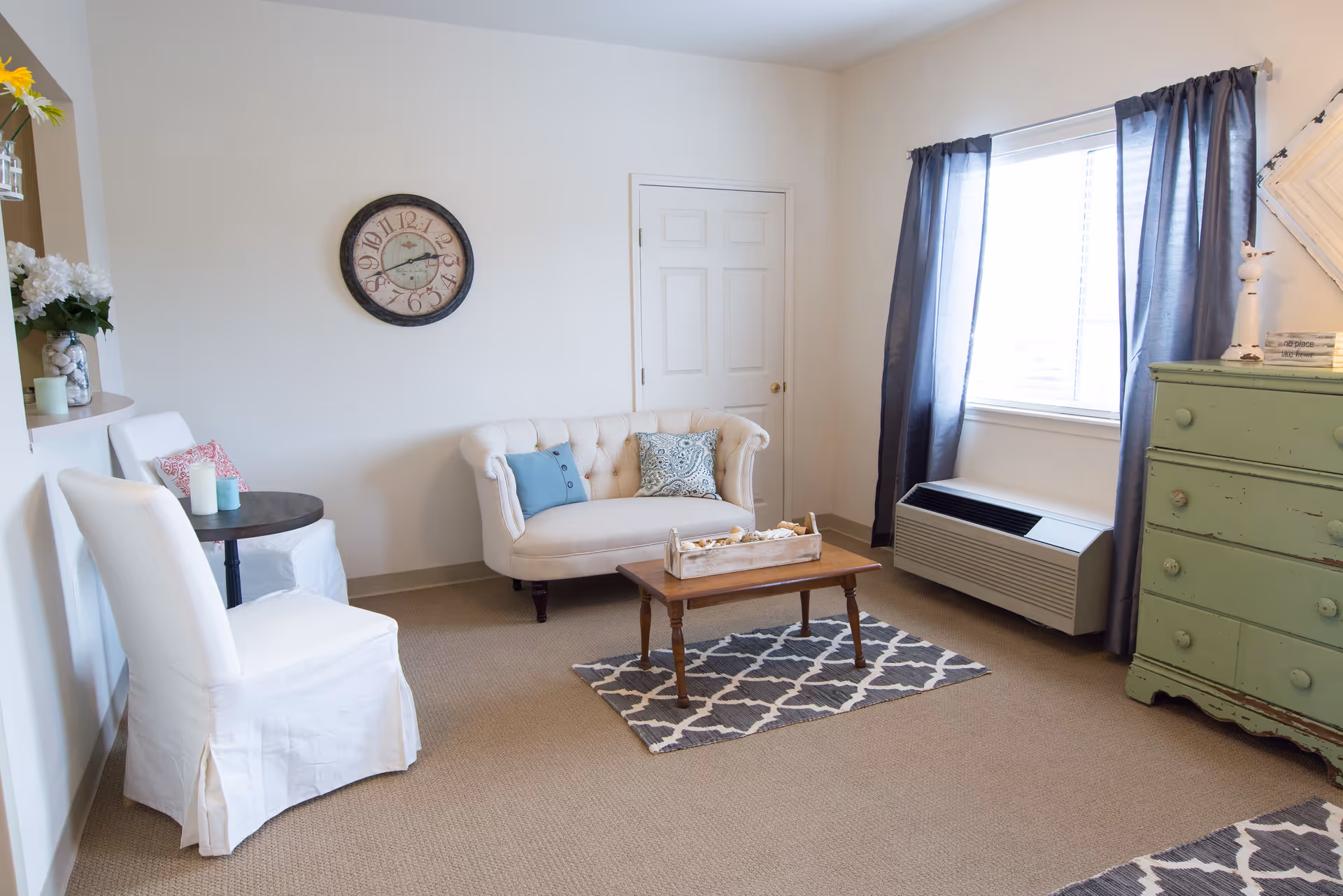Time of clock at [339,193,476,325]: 2:41
